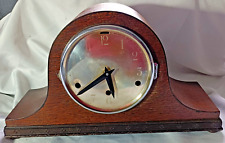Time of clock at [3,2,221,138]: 5:38
